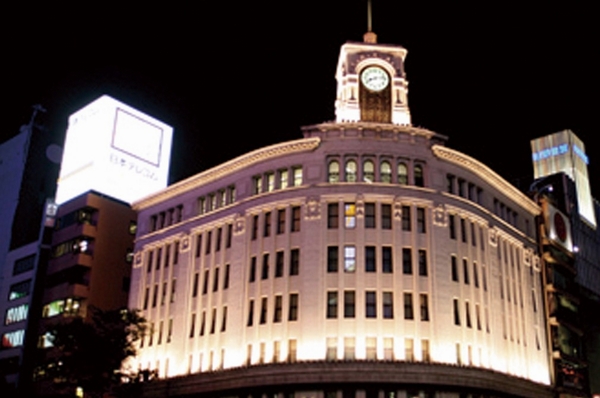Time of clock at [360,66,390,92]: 8:13
